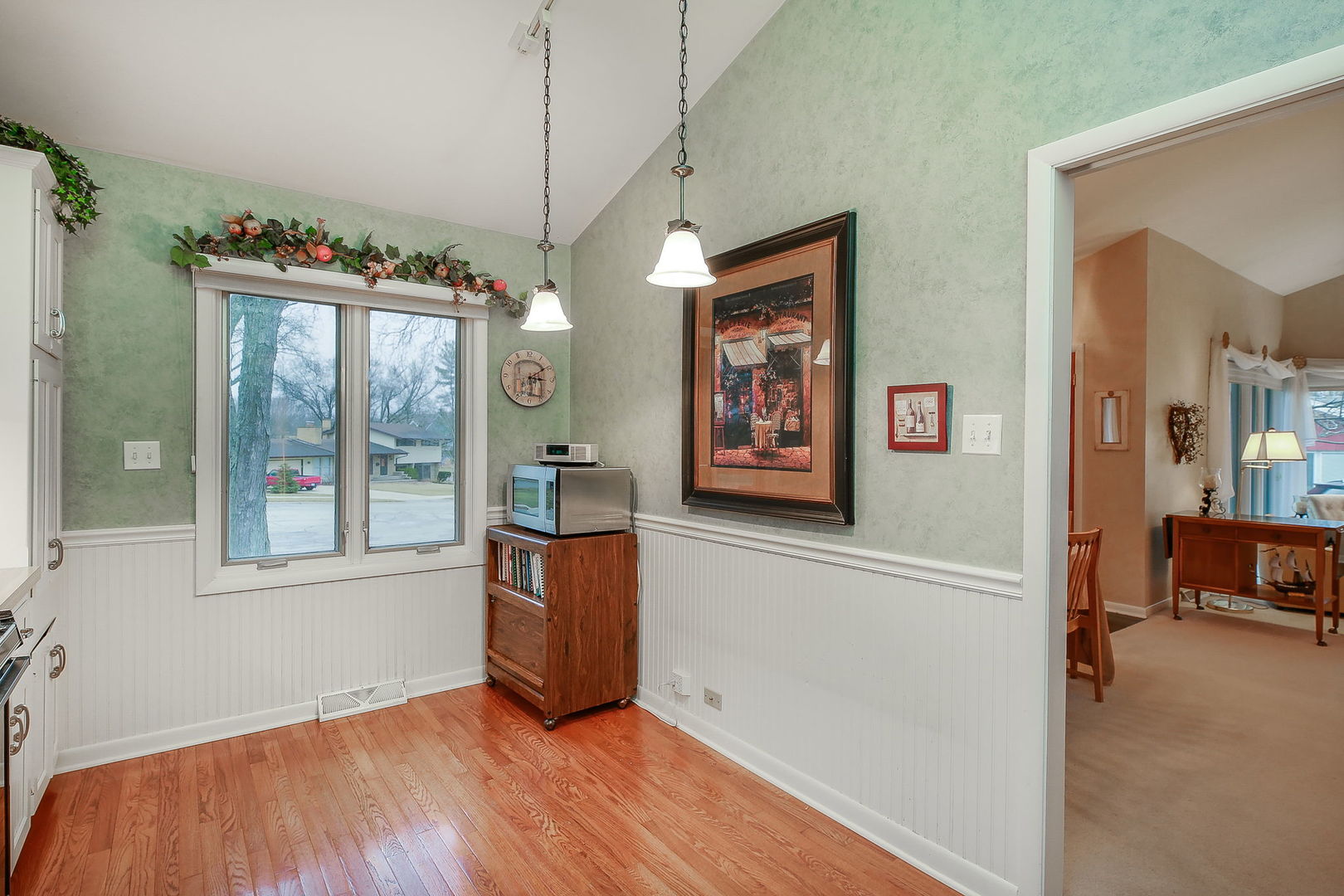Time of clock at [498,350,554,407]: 3:09
